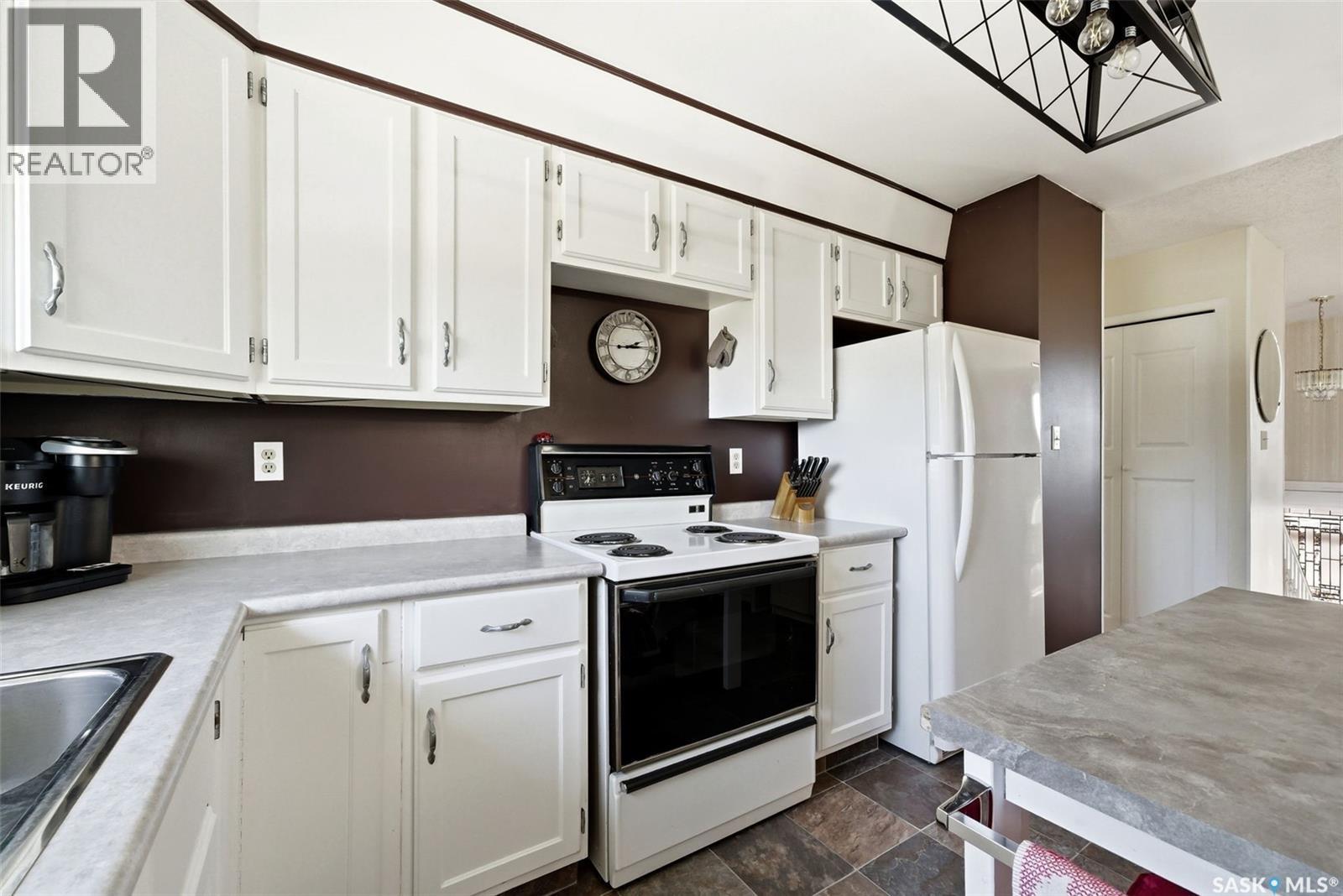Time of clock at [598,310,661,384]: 2:14
